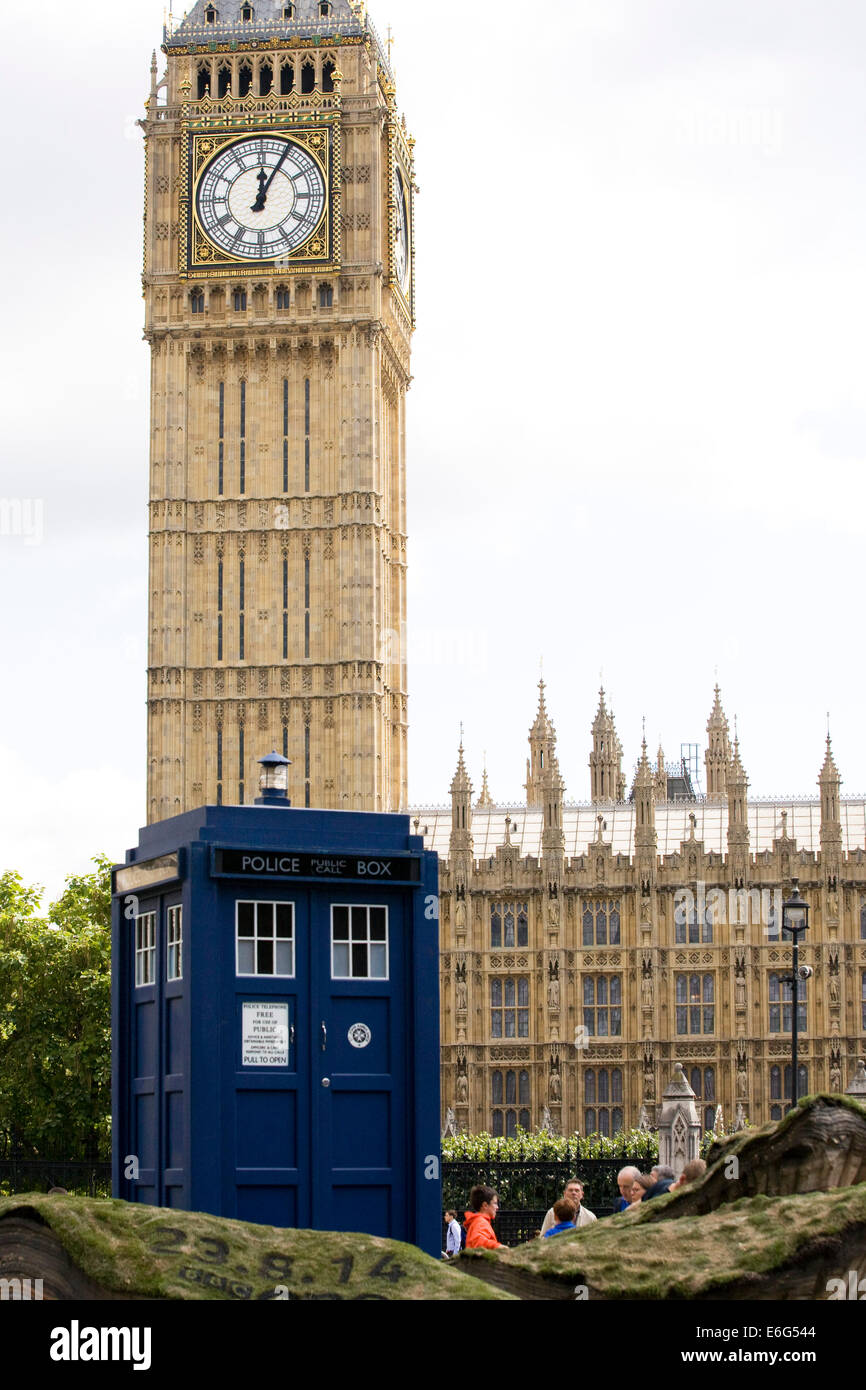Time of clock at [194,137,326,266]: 12:04
